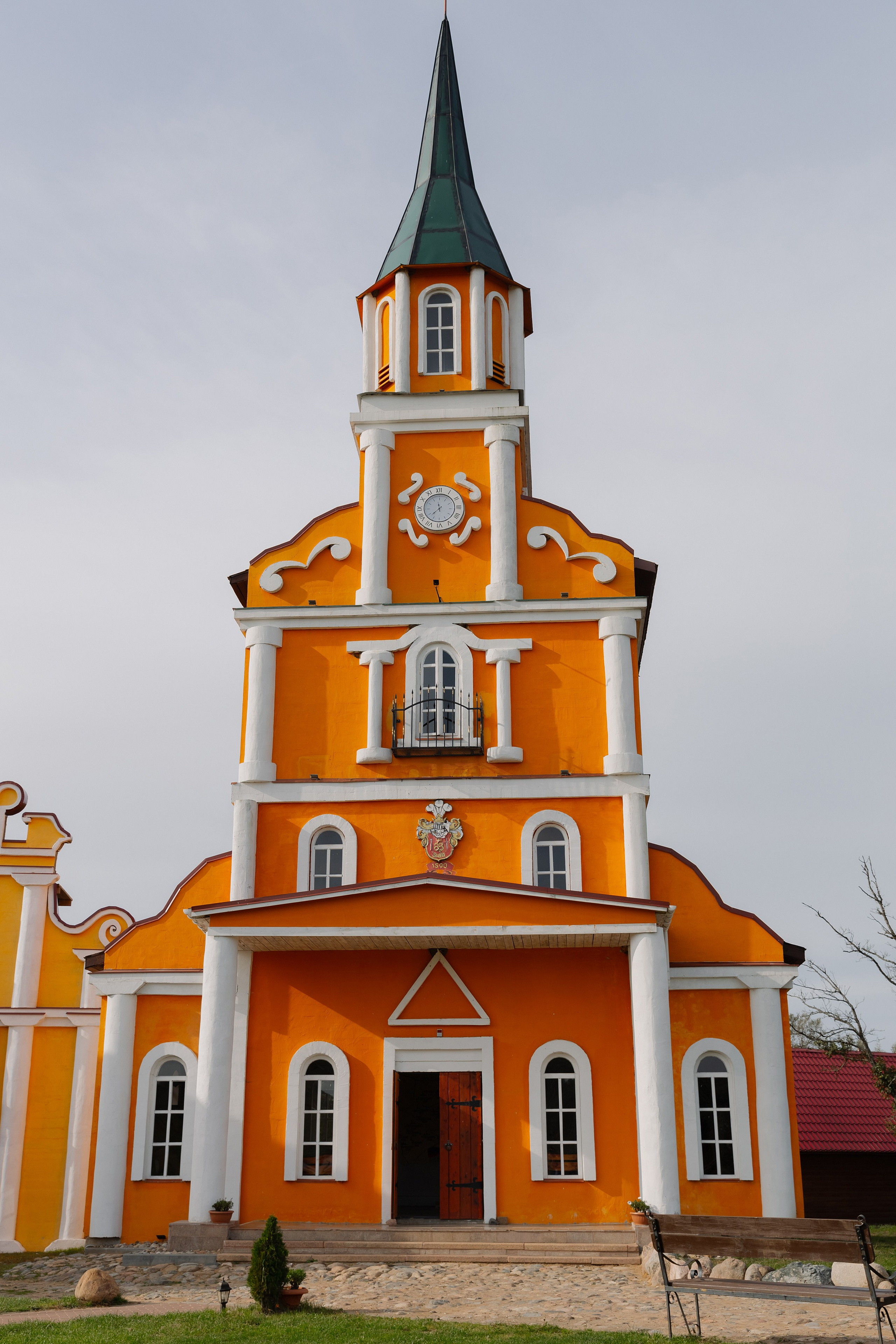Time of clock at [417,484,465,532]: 11:37
